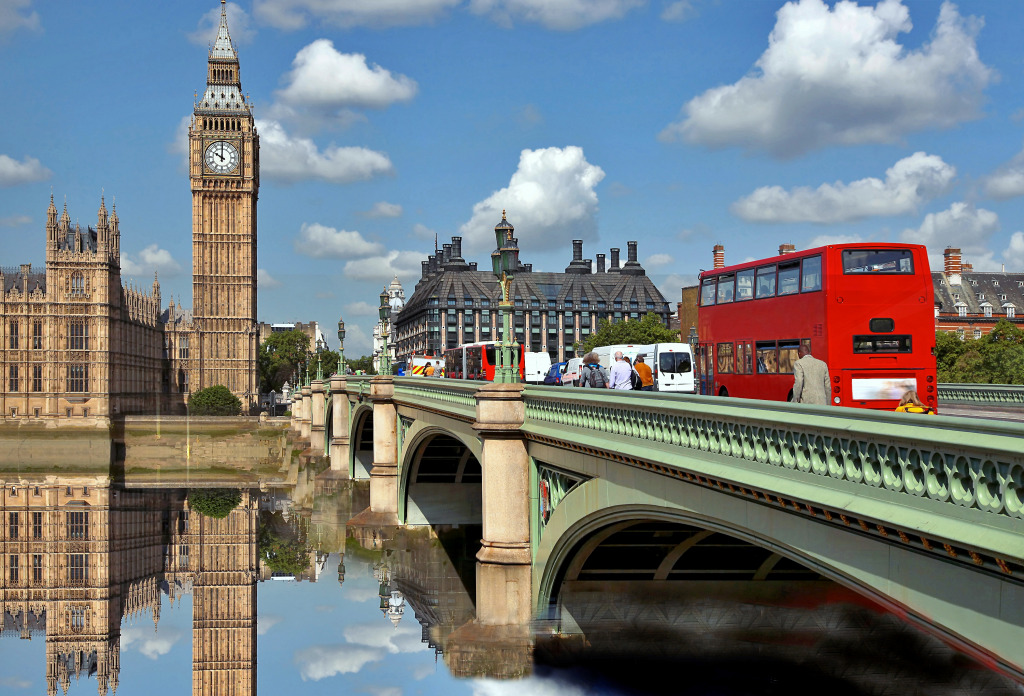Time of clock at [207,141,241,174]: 10:00
